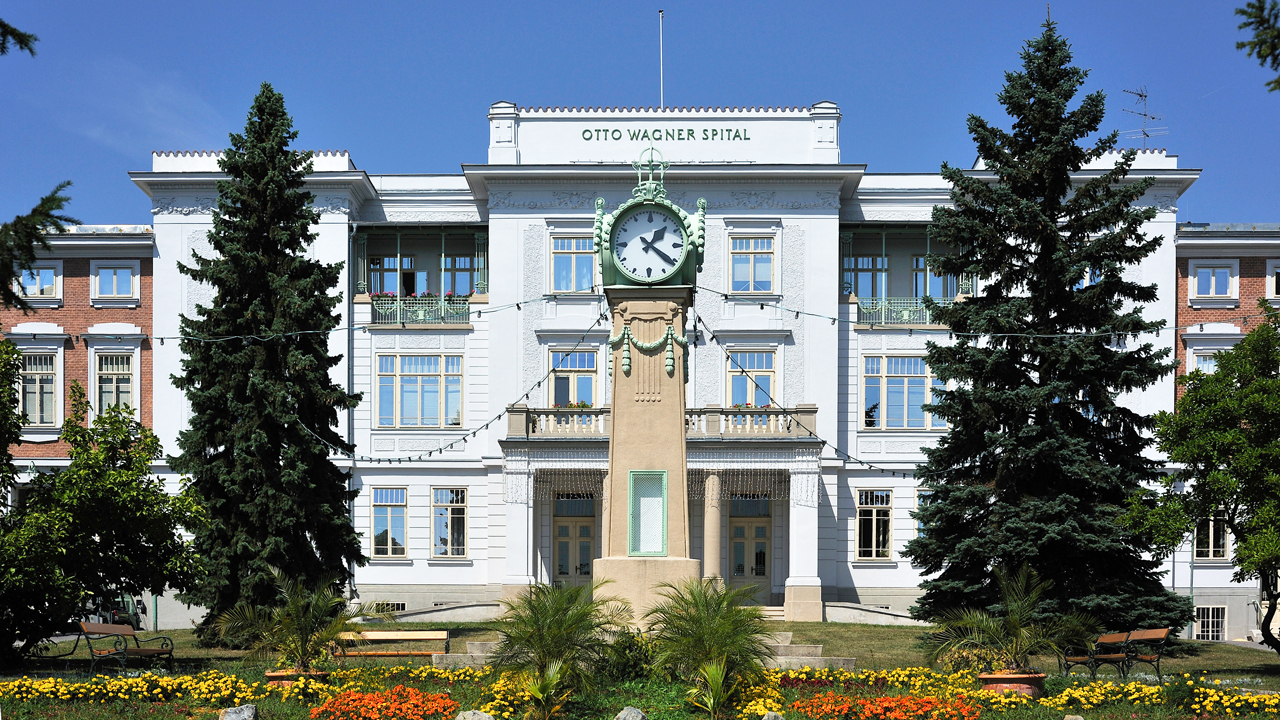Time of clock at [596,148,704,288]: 1:21
